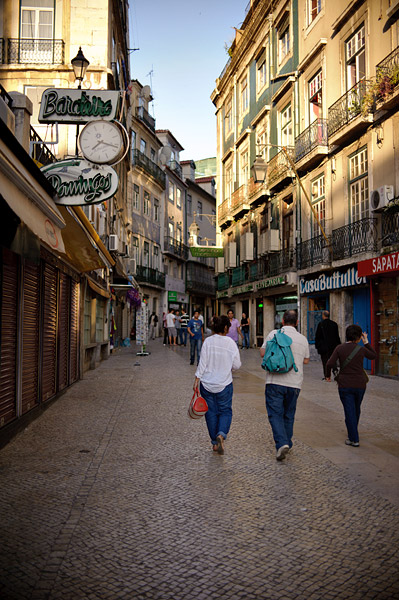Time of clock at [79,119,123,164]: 7:17
